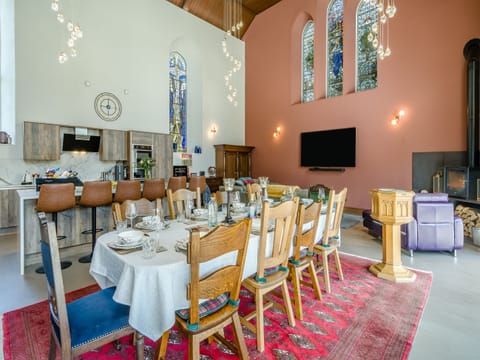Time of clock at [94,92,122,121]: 9:01
